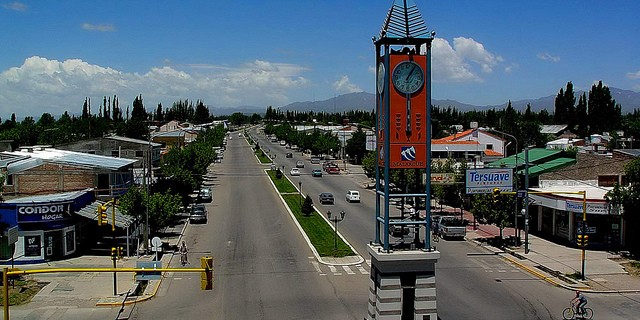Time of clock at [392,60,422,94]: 1:05
